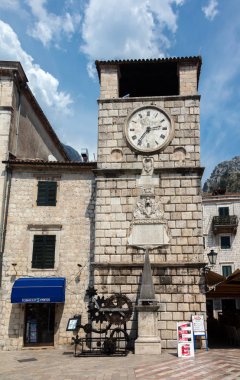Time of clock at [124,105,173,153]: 2:35
